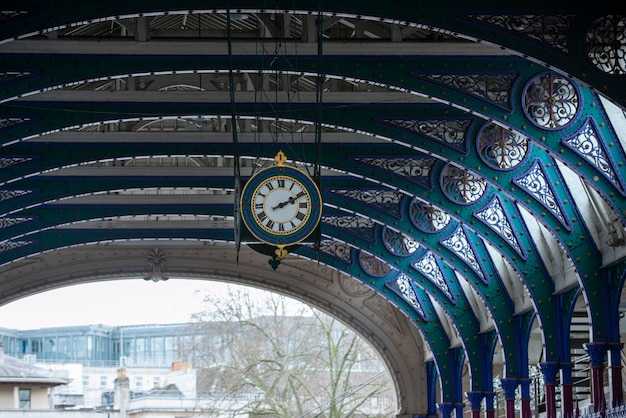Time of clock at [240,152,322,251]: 2:10
